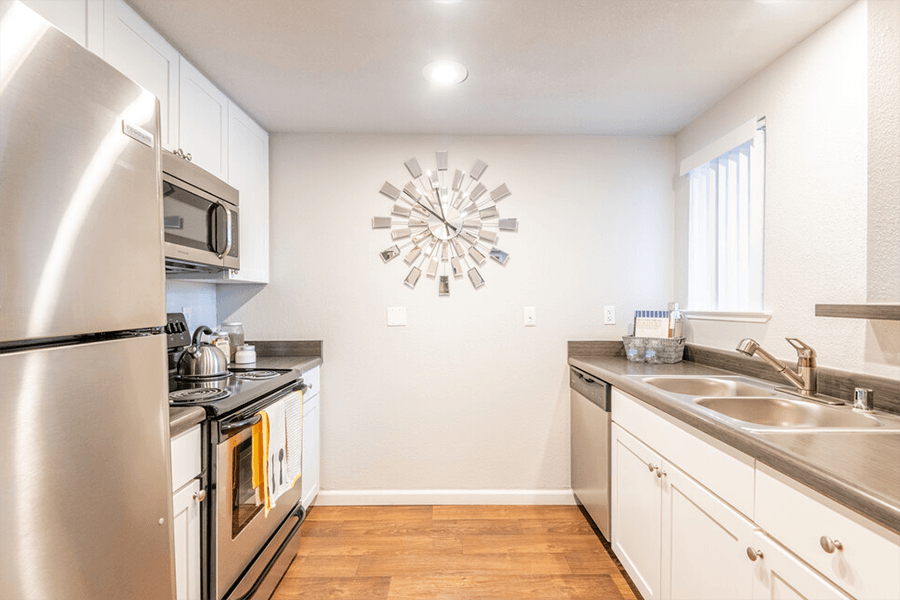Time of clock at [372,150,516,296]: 11:51
